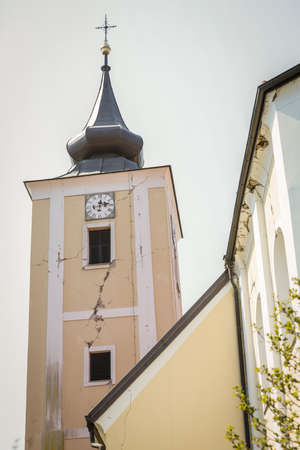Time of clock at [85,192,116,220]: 12:13
